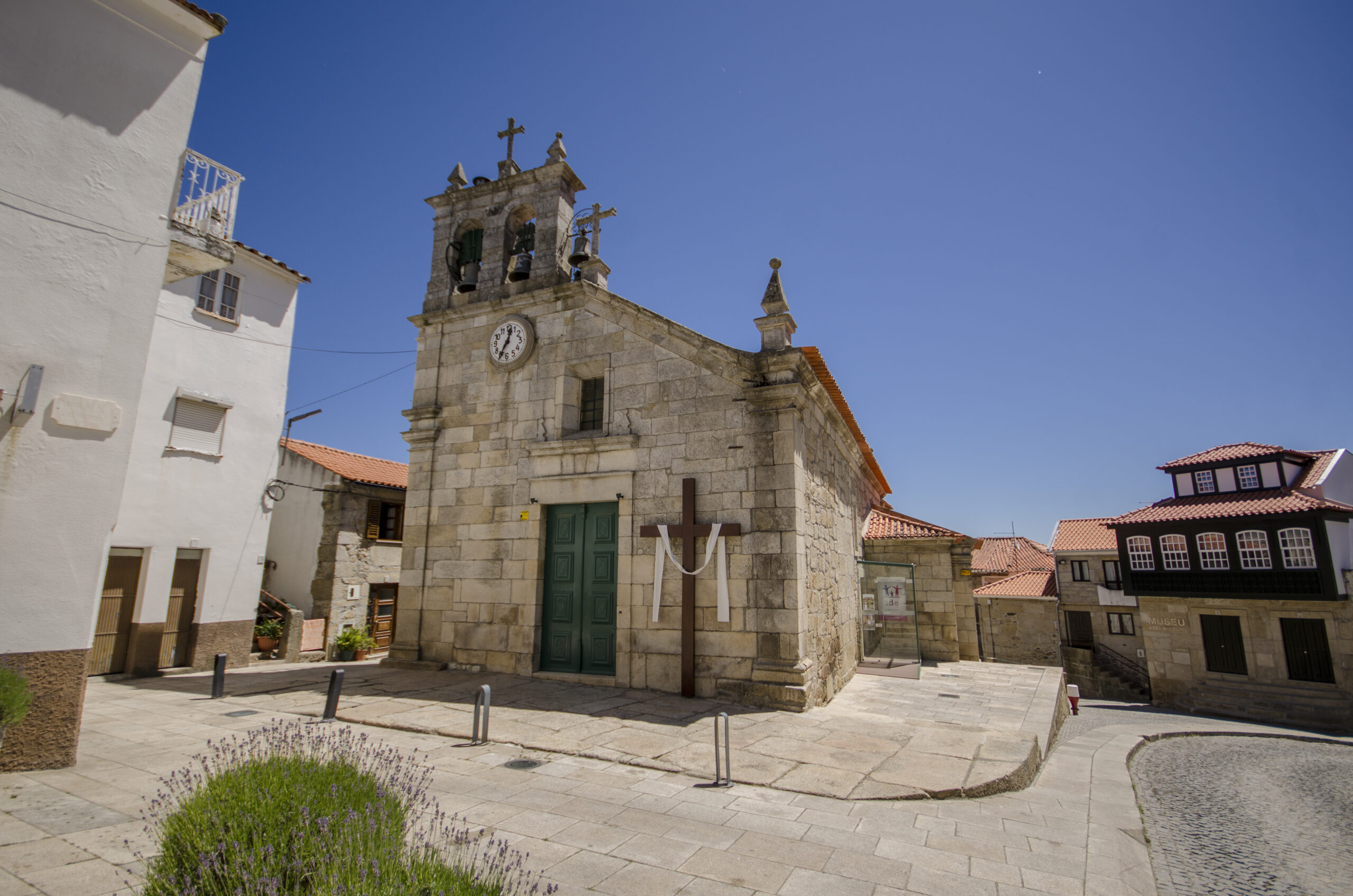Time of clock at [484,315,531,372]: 12:34
